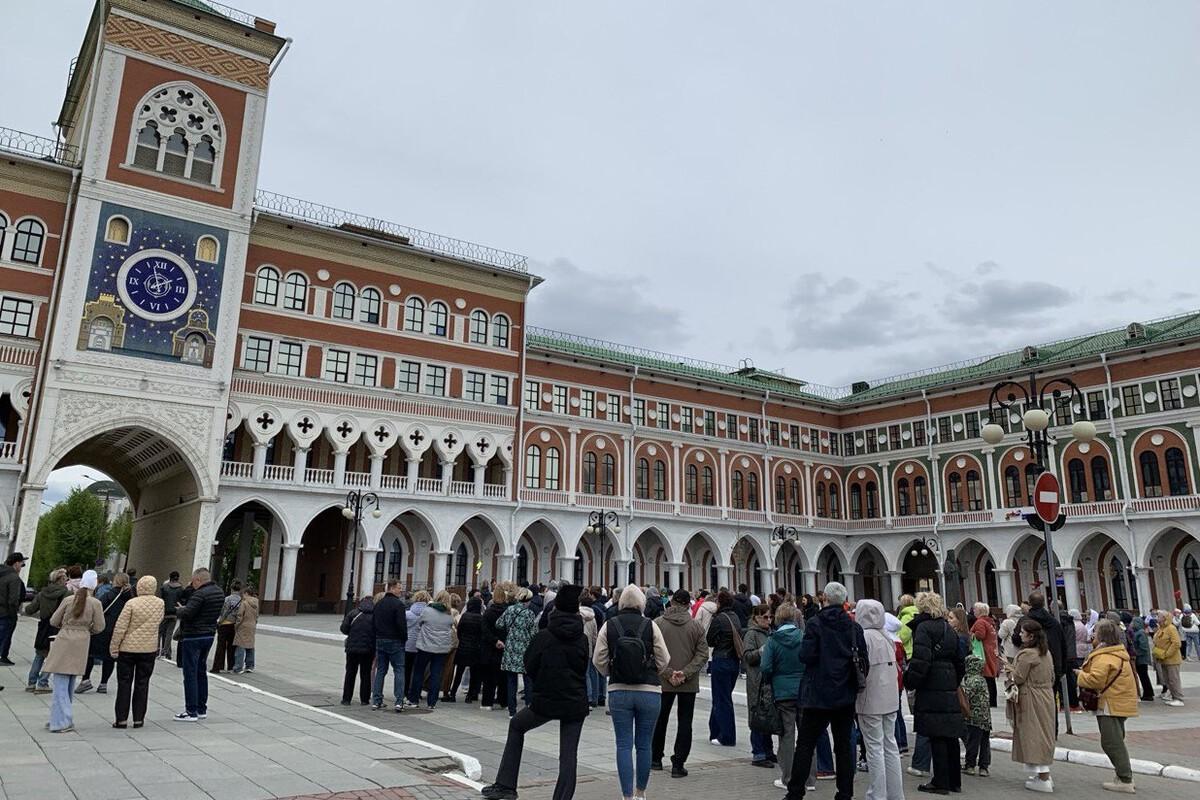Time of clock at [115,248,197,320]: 1:57
